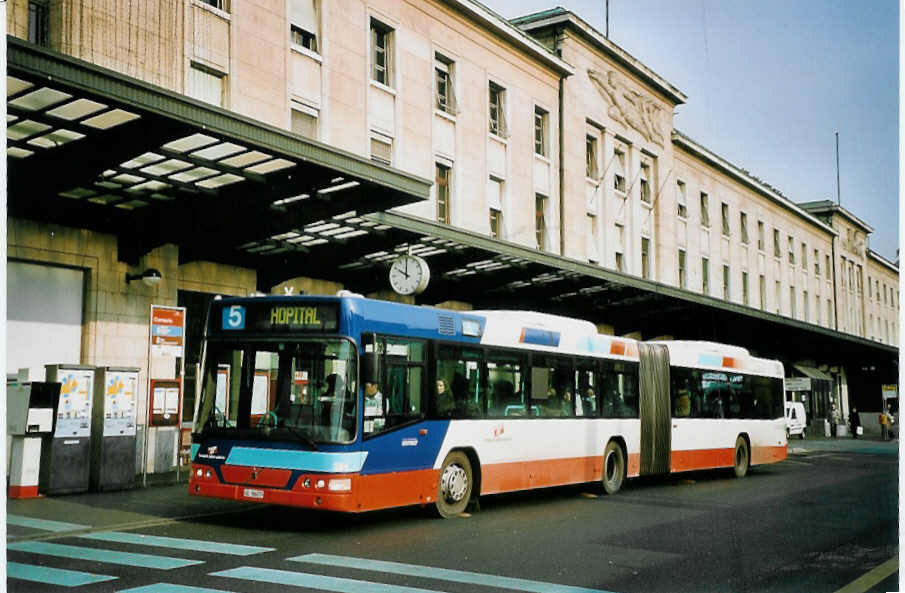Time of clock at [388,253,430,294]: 10:00
